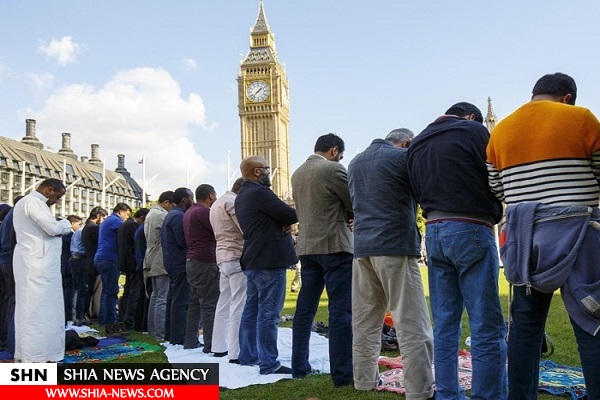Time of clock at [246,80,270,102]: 1:37
